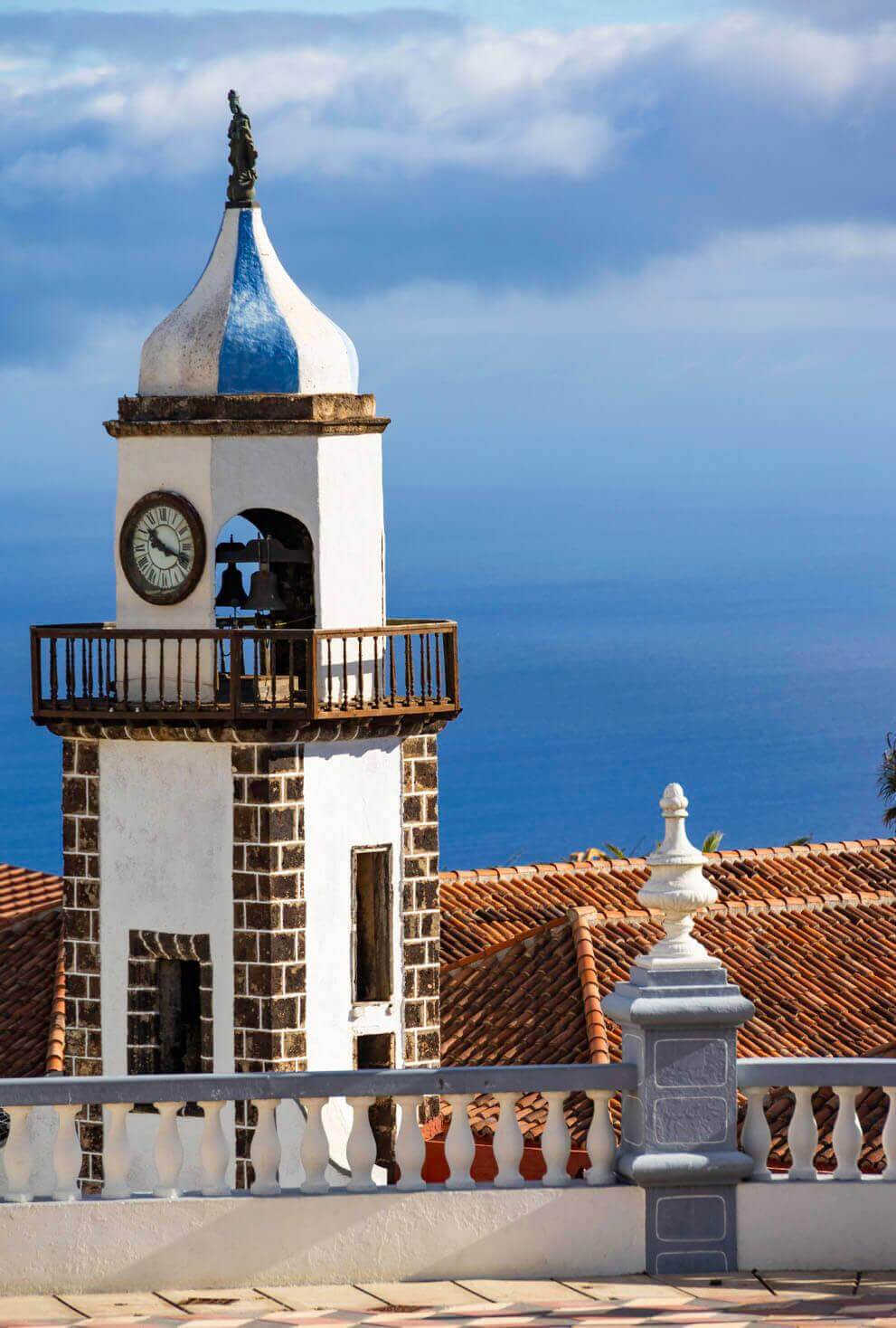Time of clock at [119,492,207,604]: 10:18
